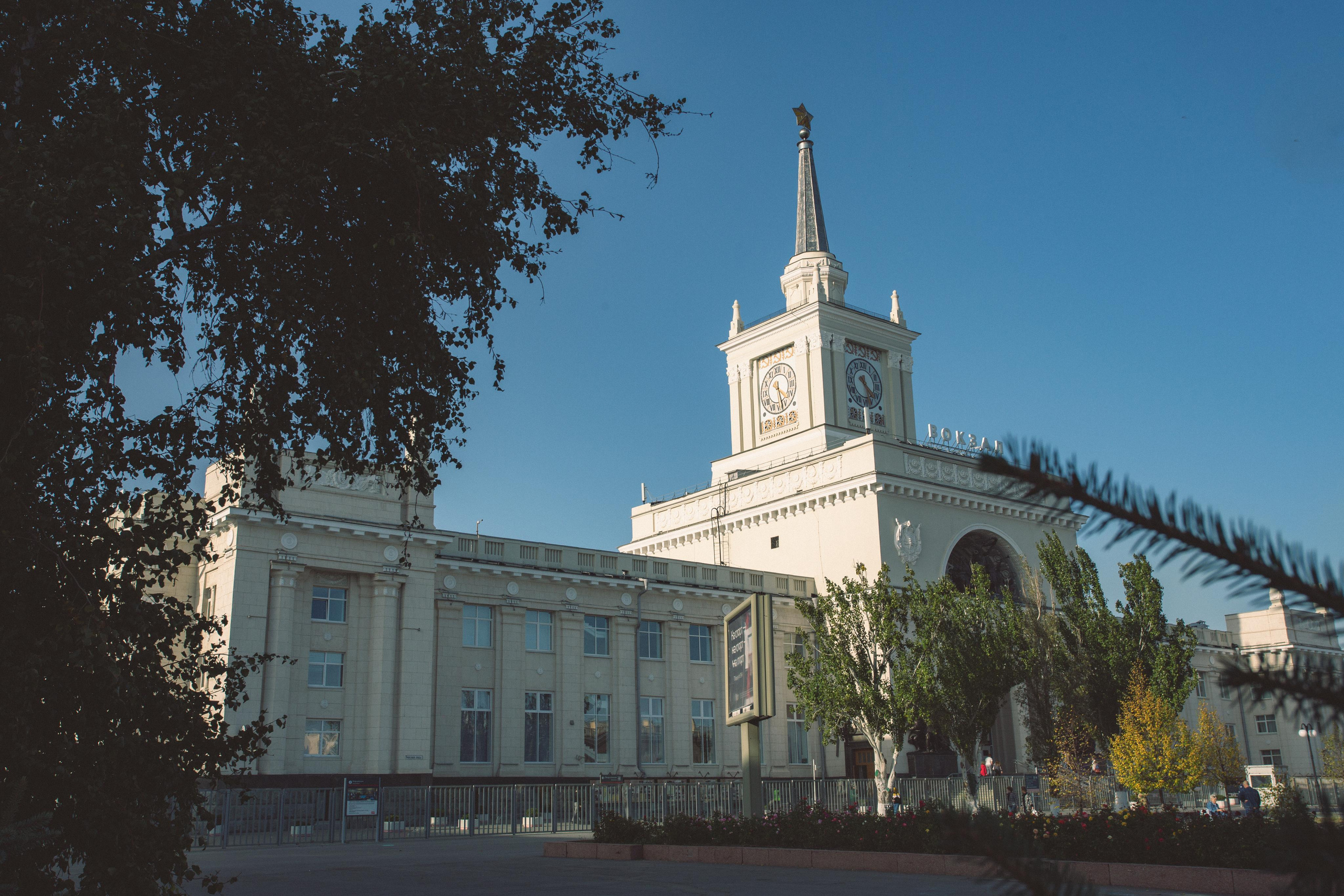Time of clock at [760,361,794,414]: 4:27
